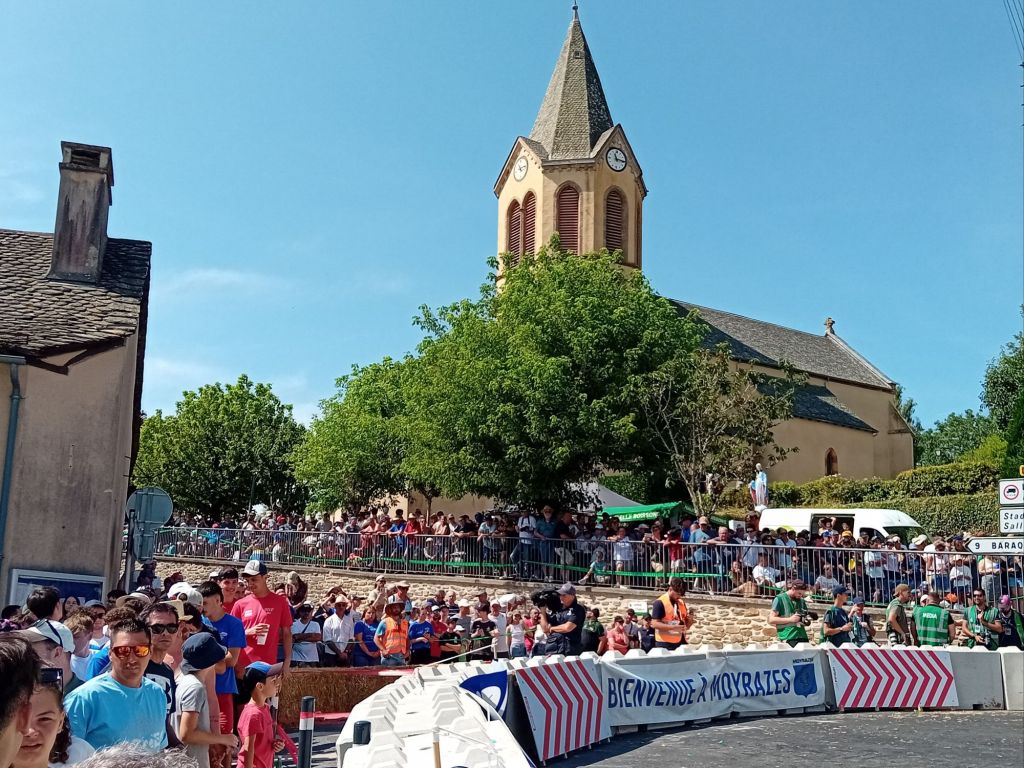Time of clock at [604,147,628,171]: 11:15
